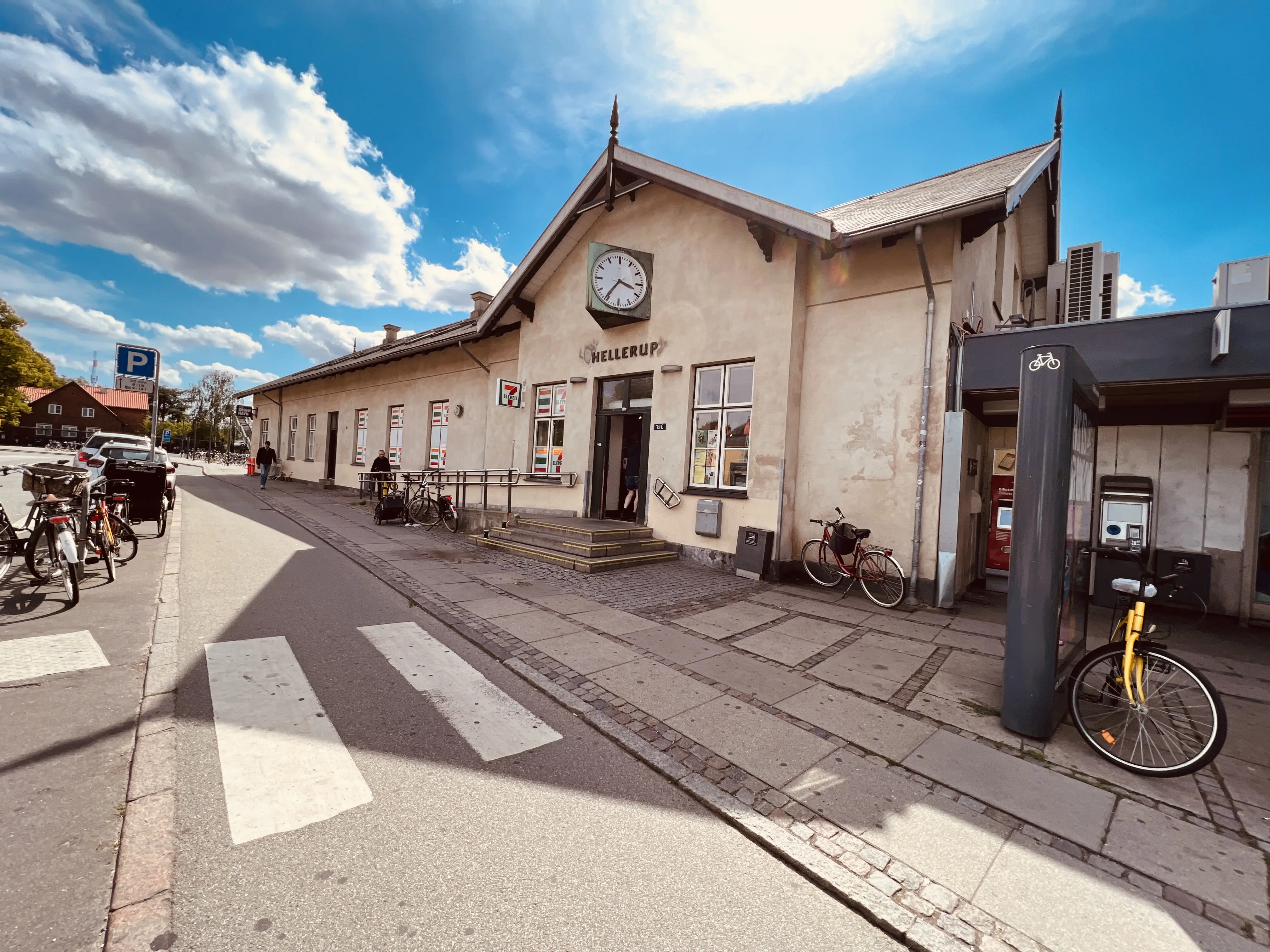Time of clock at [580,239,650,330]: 3:36
